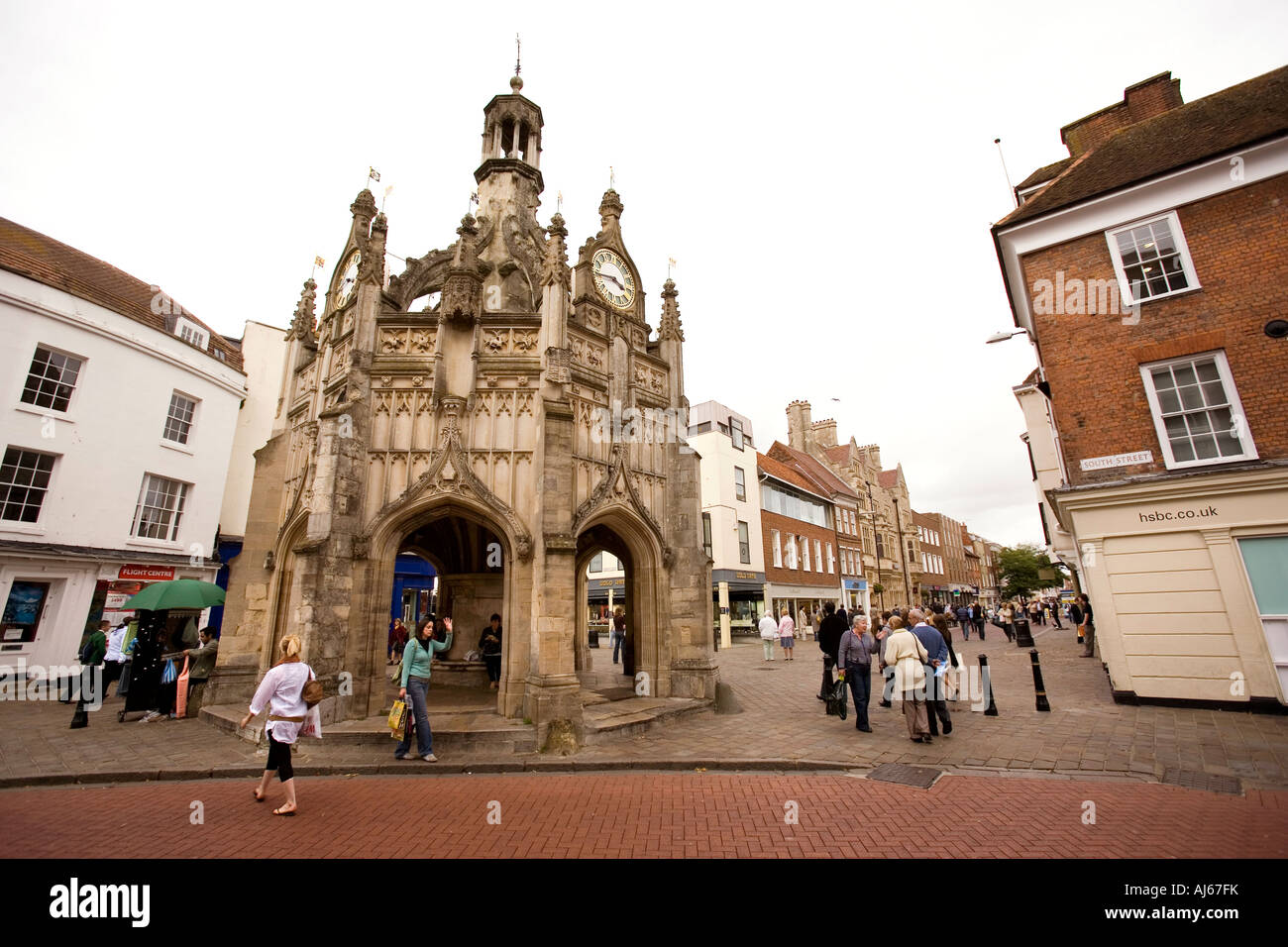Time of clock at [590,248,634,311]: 3:44
